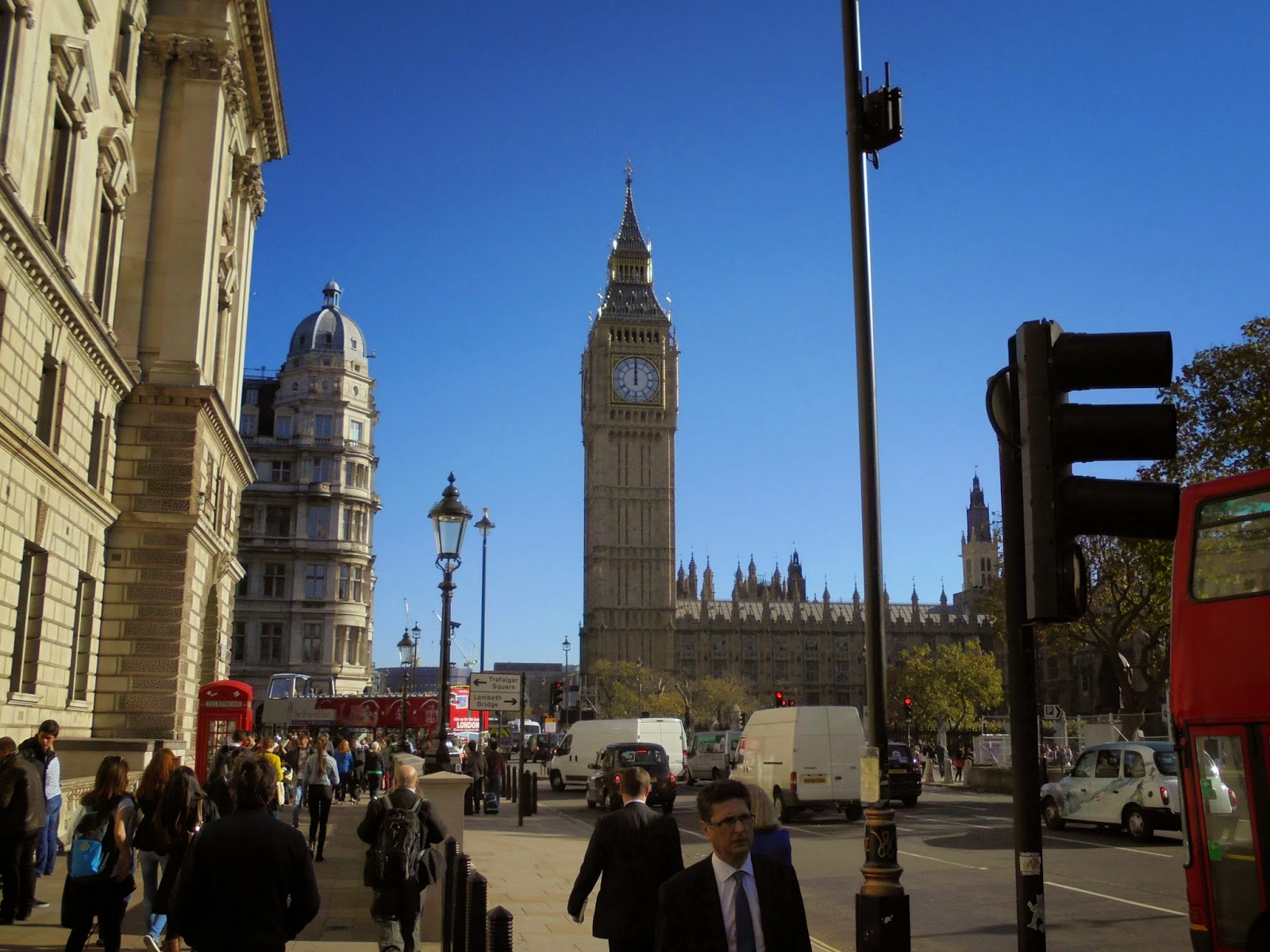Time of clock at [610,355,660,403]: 11:59
